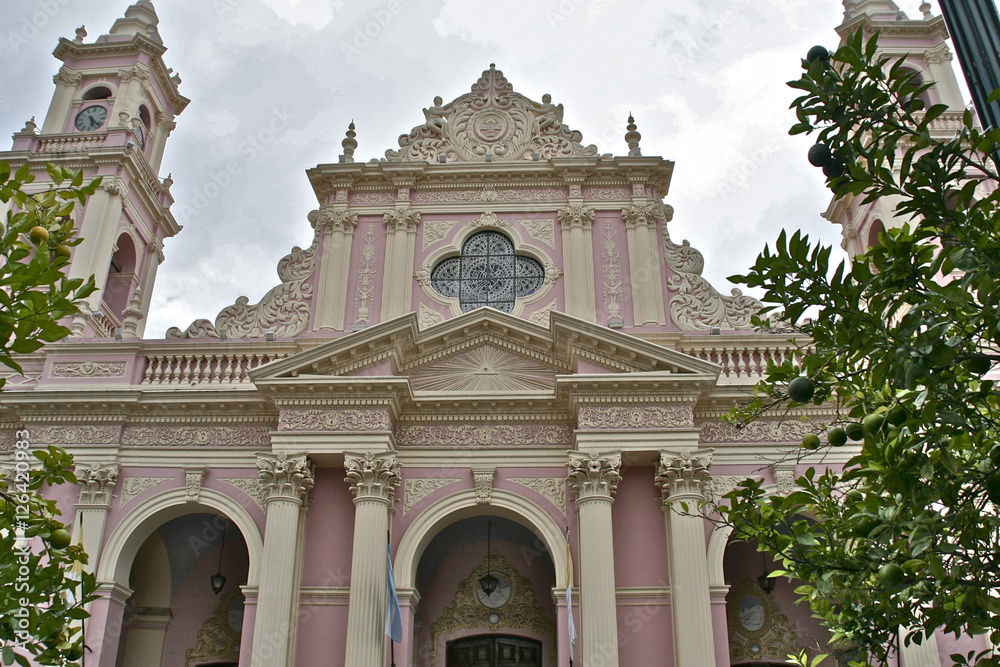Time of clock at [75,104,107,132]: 5:21
